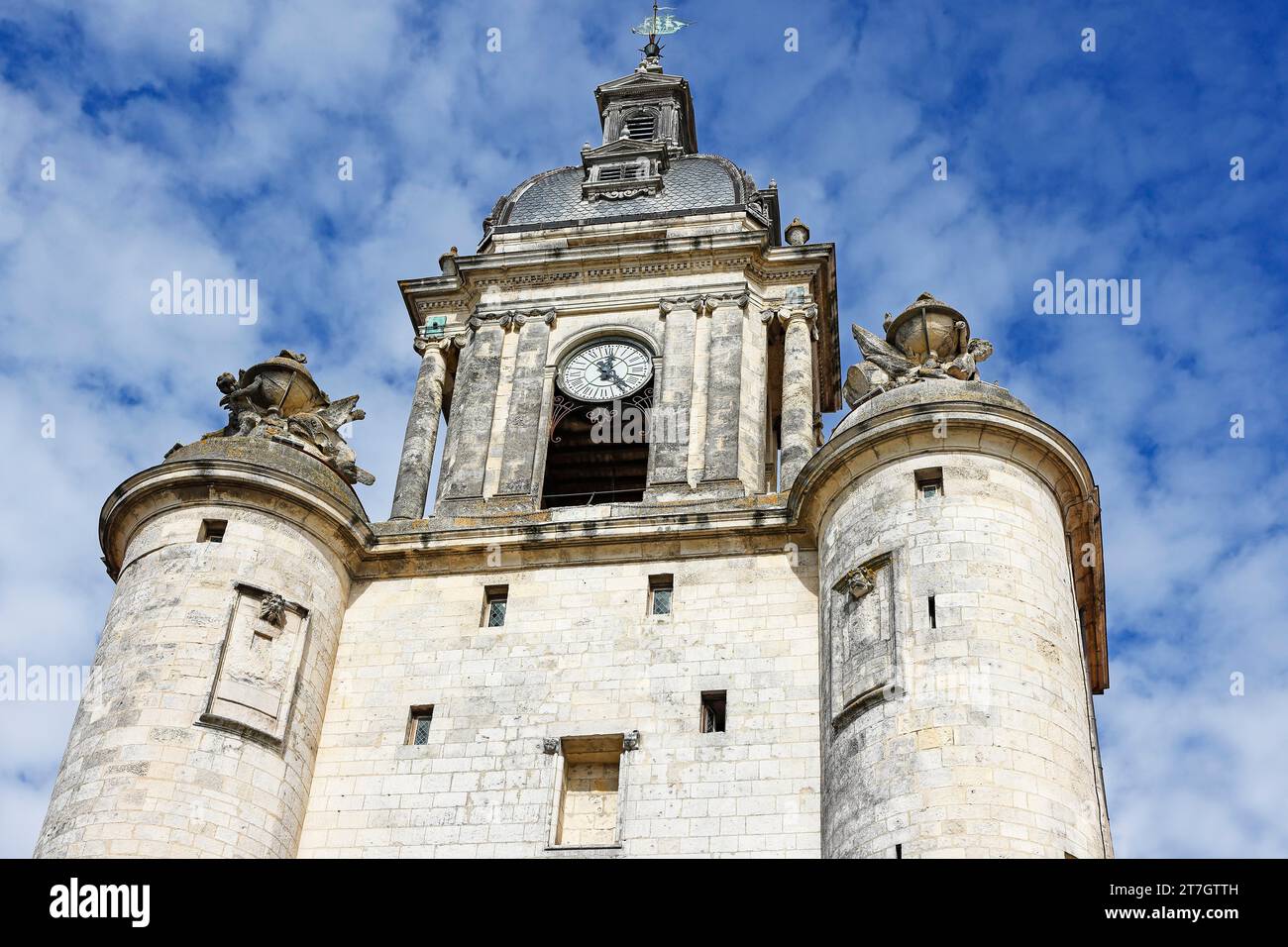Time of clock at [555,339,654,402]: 12:23
